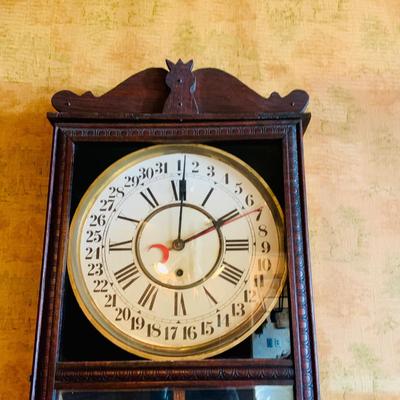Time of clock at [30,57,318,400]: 2:00
